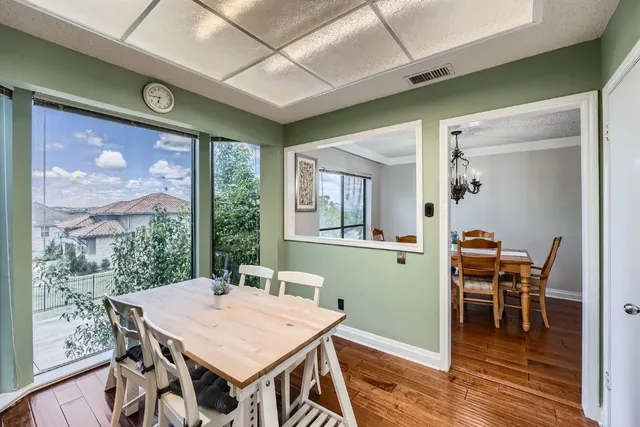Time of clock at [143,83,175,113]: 6:45
